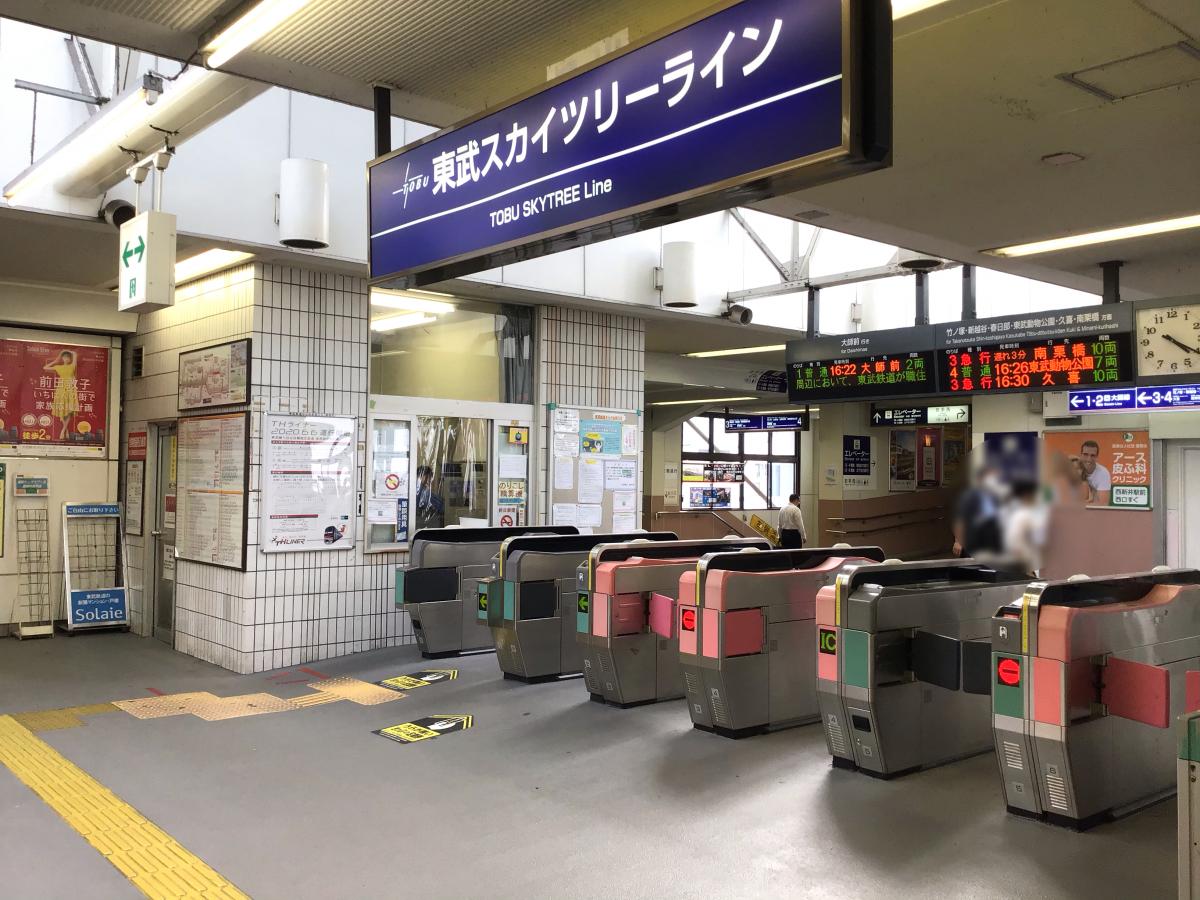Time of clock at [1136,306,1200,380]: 4:20
